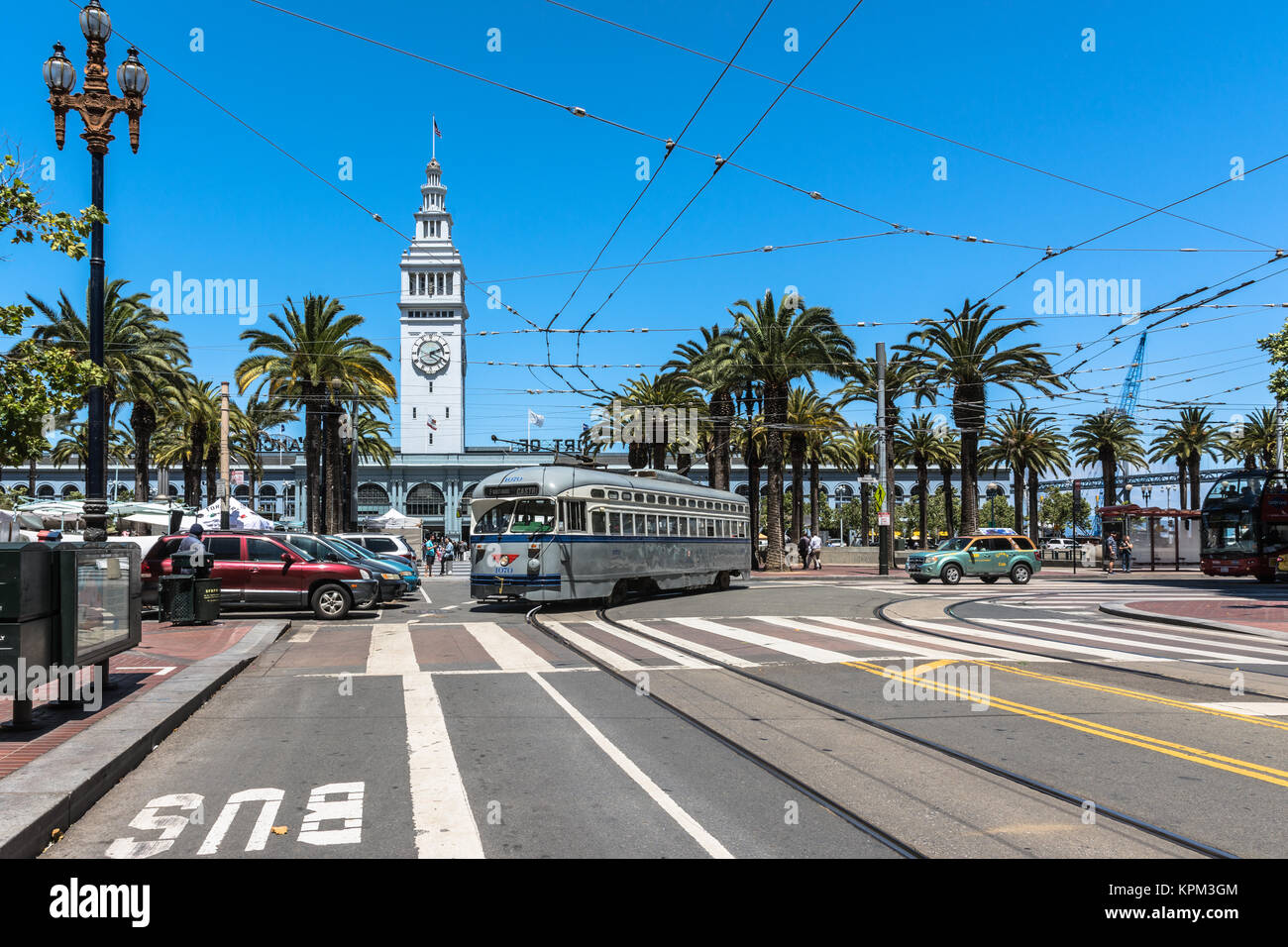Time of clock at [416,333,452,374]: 2:19
